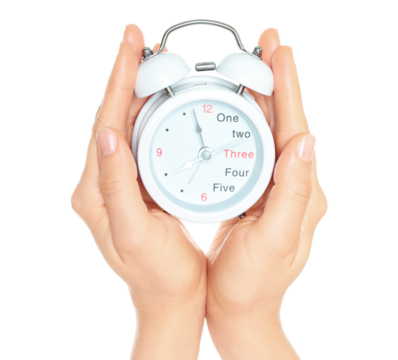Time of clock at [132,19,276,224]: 11:35
